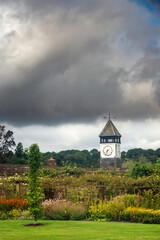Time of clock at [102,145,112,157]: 7:33
